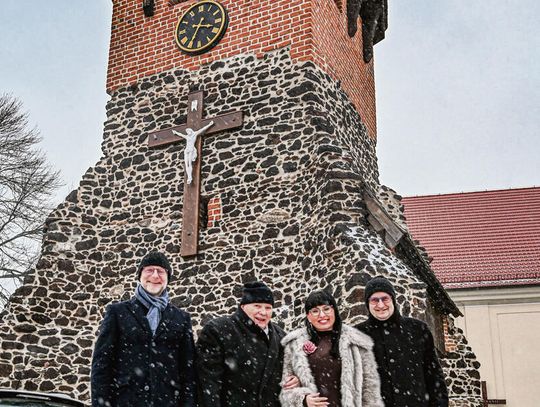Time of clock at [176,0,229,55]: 3:34
